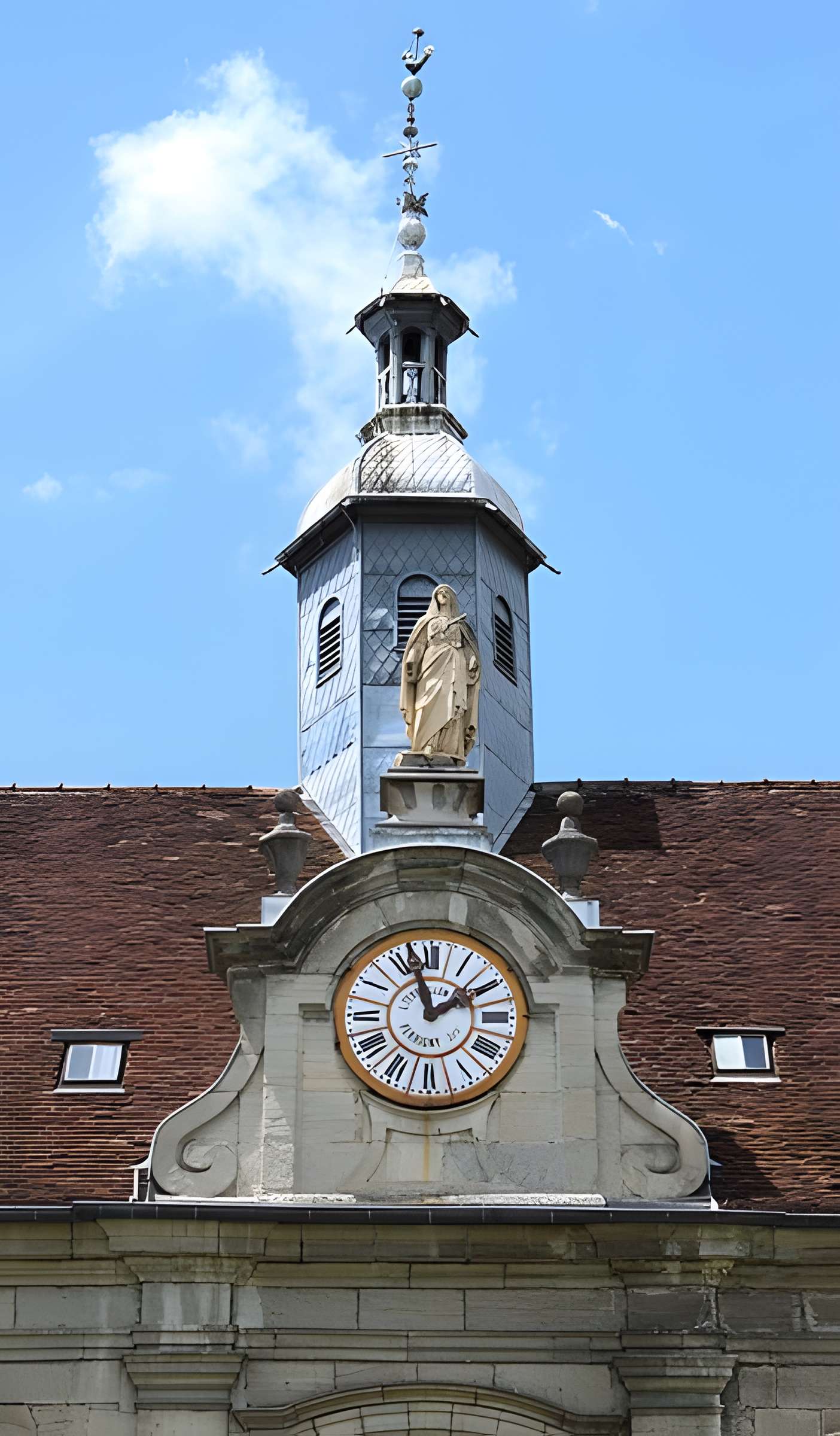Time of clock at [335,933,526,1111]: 1:57
